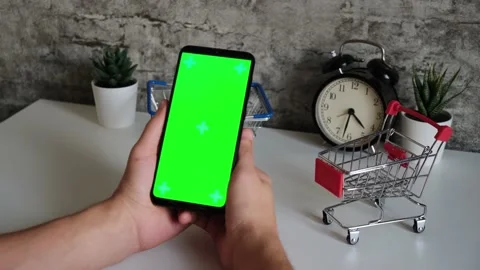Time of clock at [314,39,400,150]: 4:32
